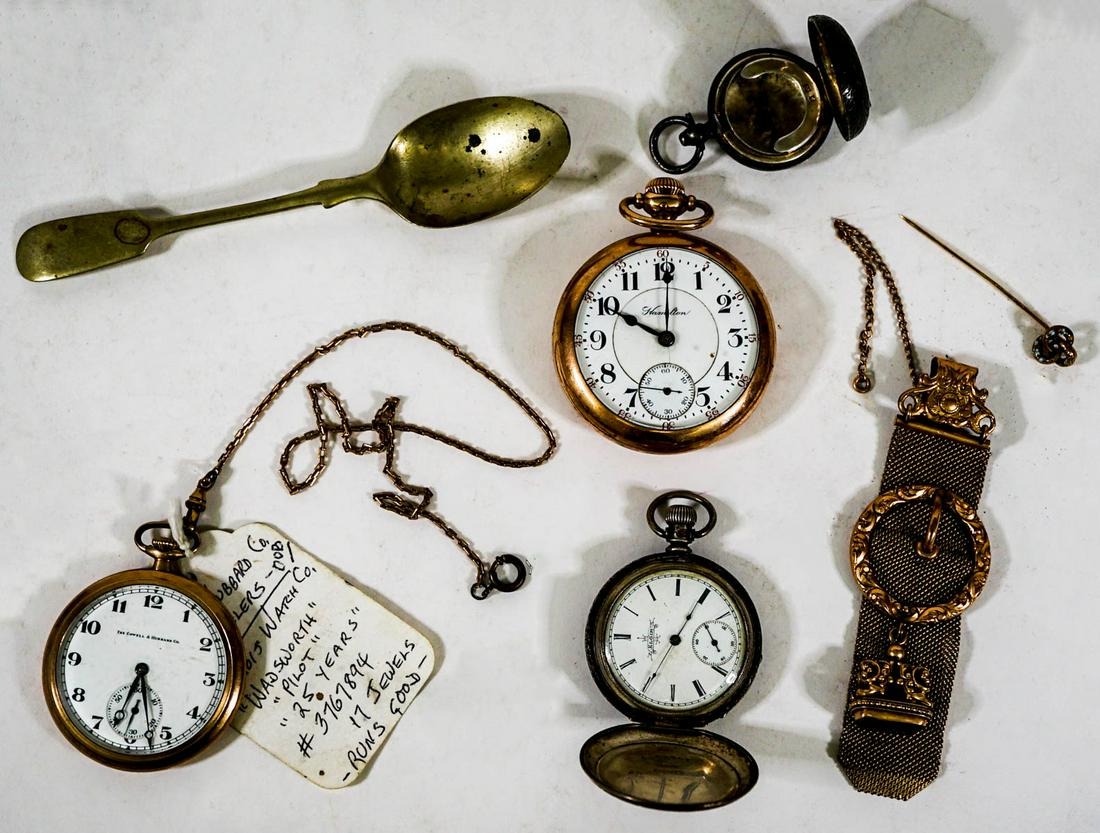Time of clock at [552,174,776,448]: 10:00
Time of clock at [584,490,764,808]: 9:04
